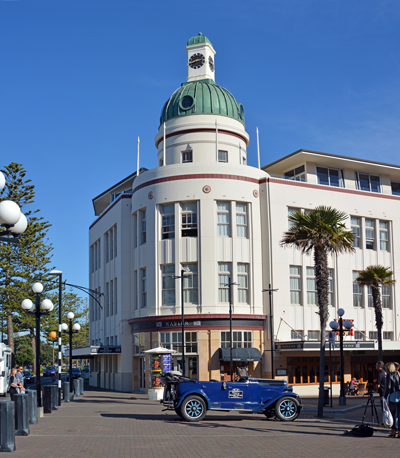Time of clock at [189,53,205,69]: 2:40
